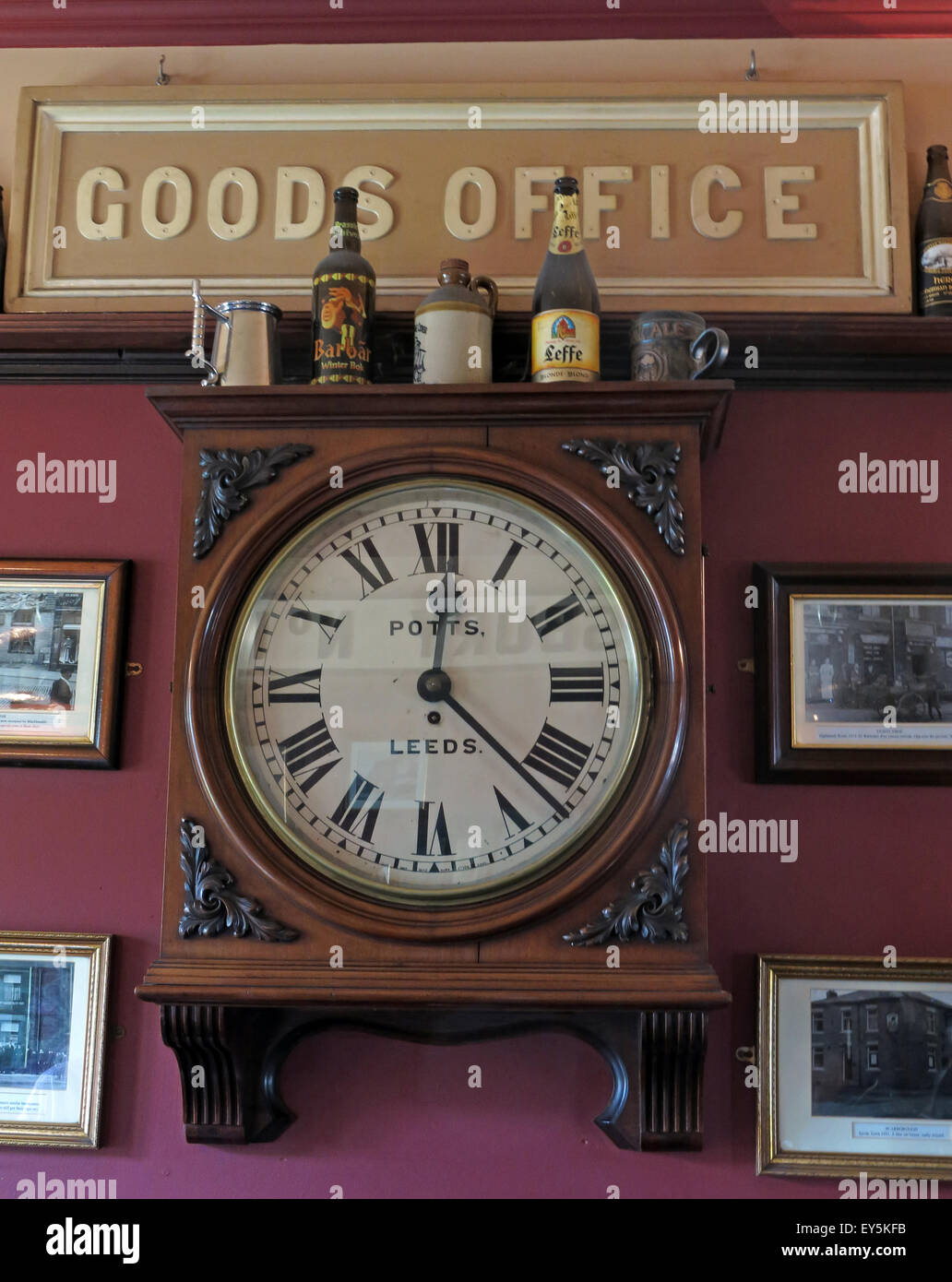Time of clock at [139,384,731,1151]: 12:22
